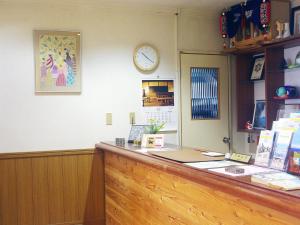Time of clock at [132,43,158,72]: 10:20
